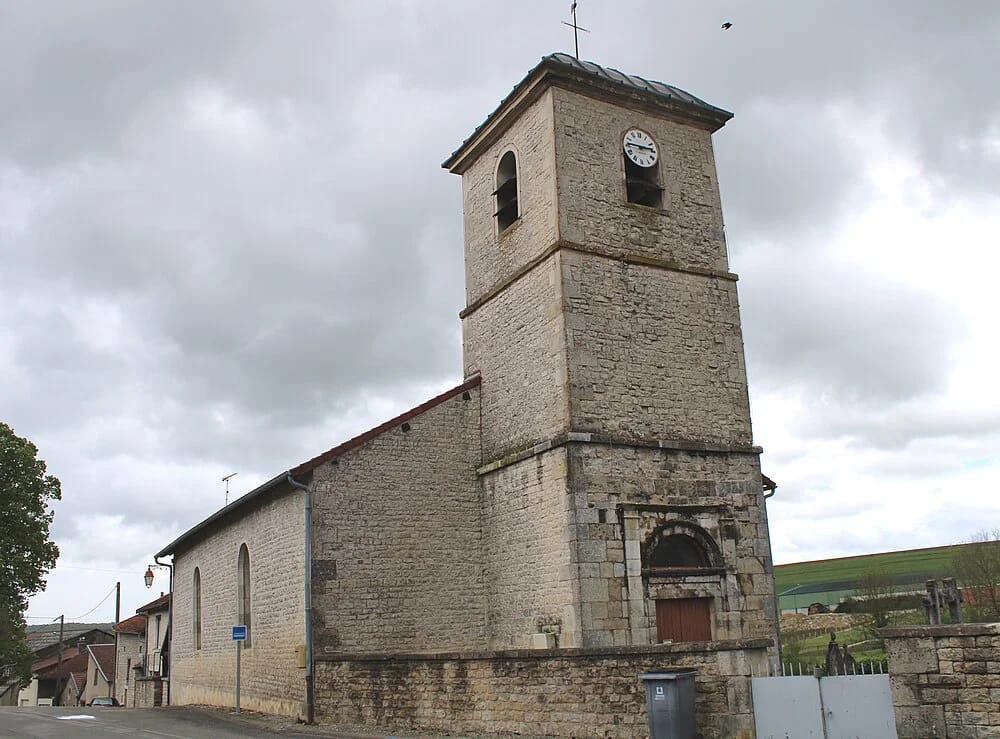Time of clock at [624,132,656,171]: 2:45
